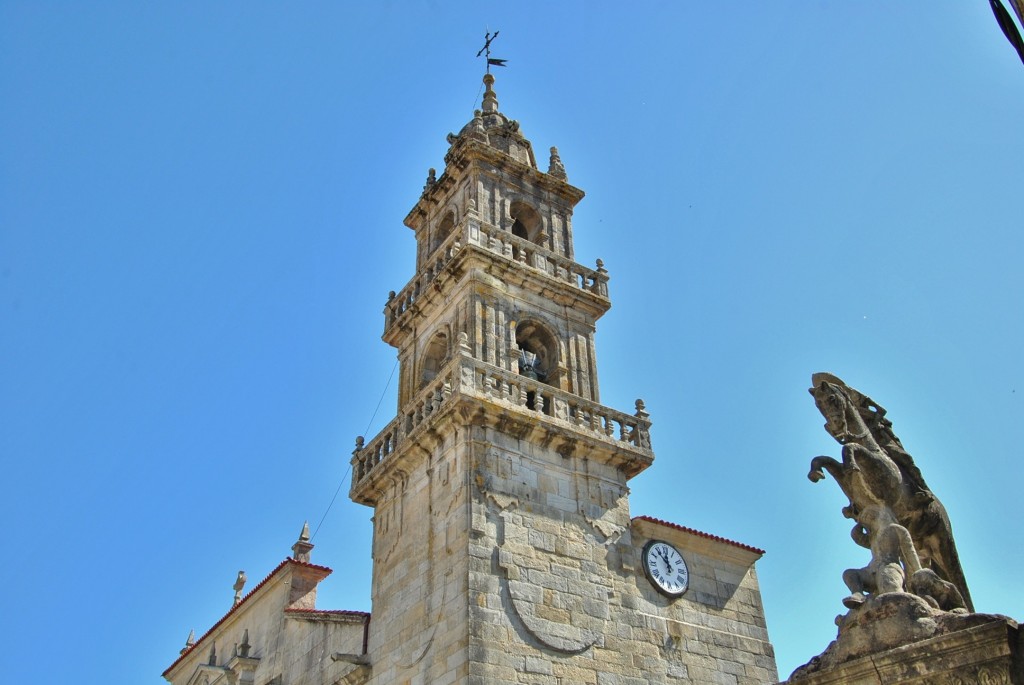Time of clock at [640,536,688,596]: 11:53
